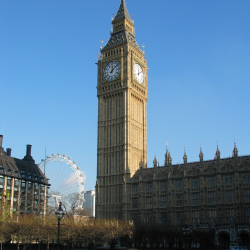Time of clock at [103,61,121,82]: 12:07
